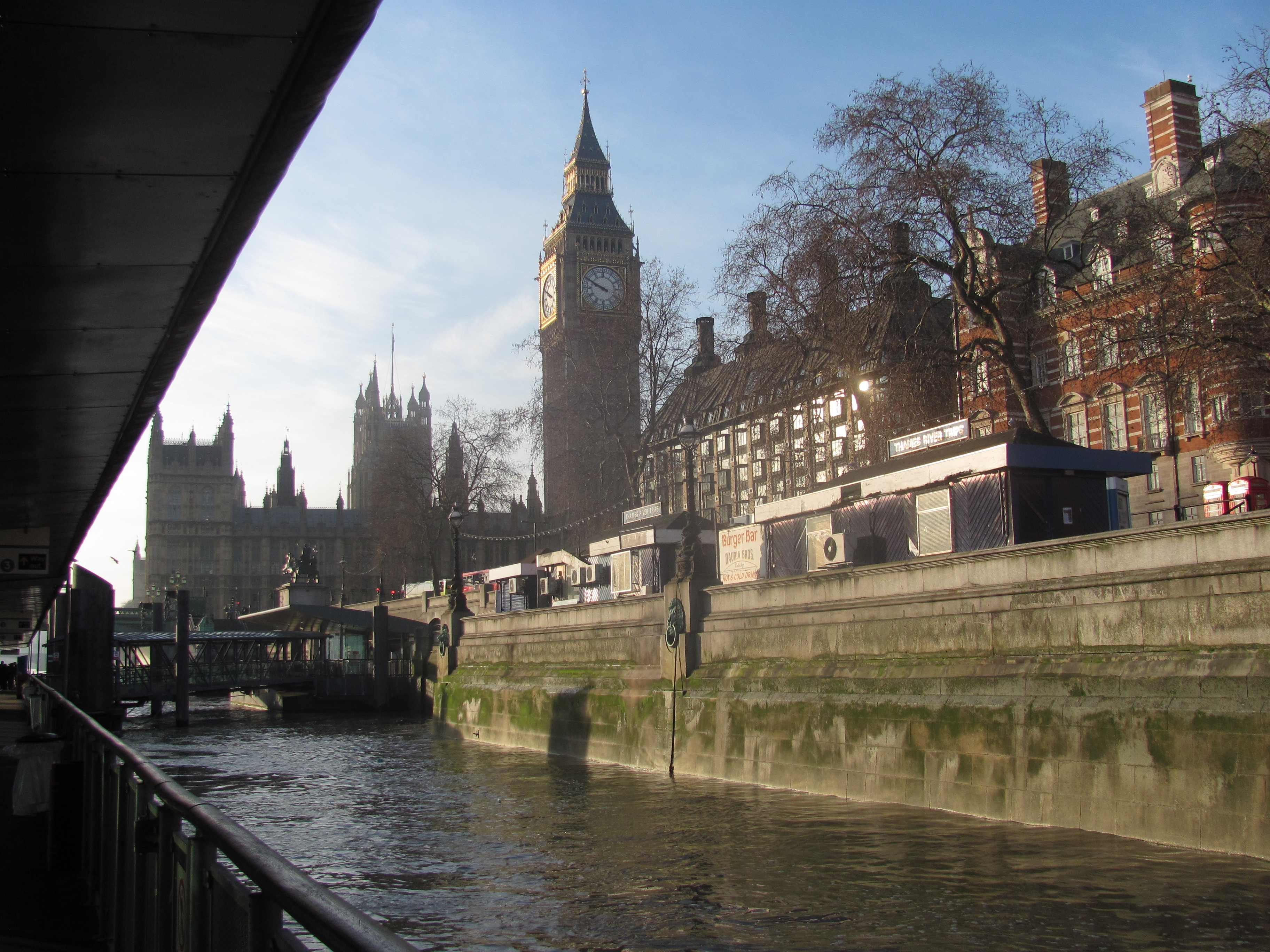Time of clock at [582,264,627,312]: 9:49
